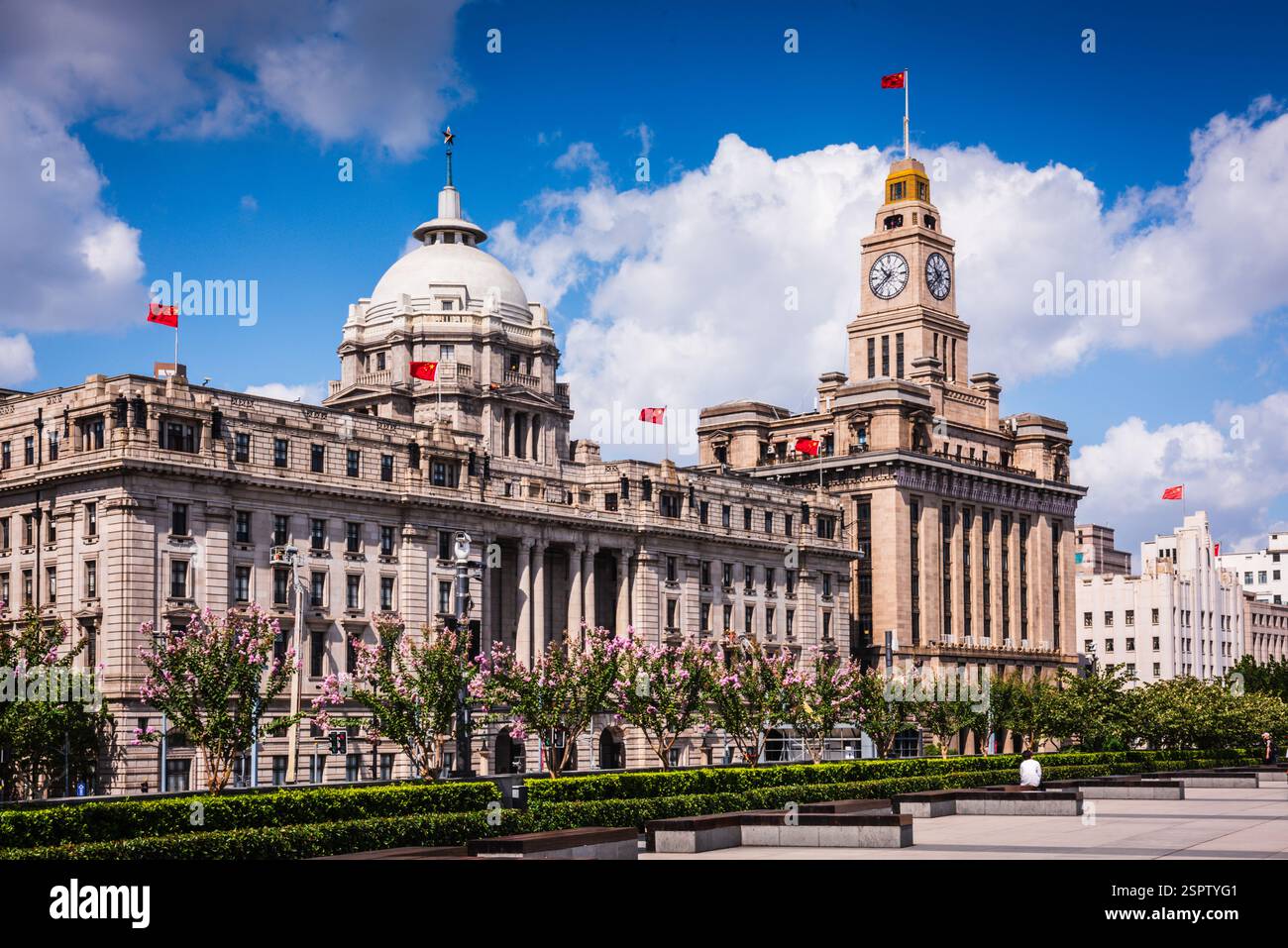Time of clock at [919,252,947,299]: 10:37
